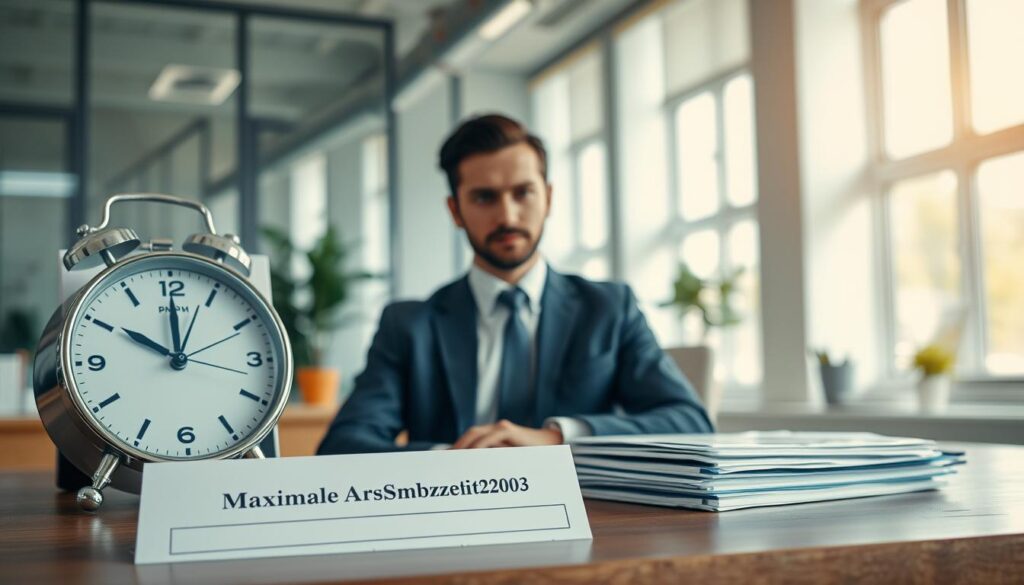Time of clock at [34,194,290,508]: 10:00
